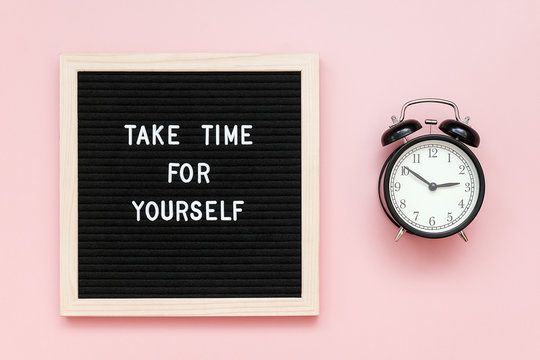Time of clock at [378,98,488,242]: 2:50
